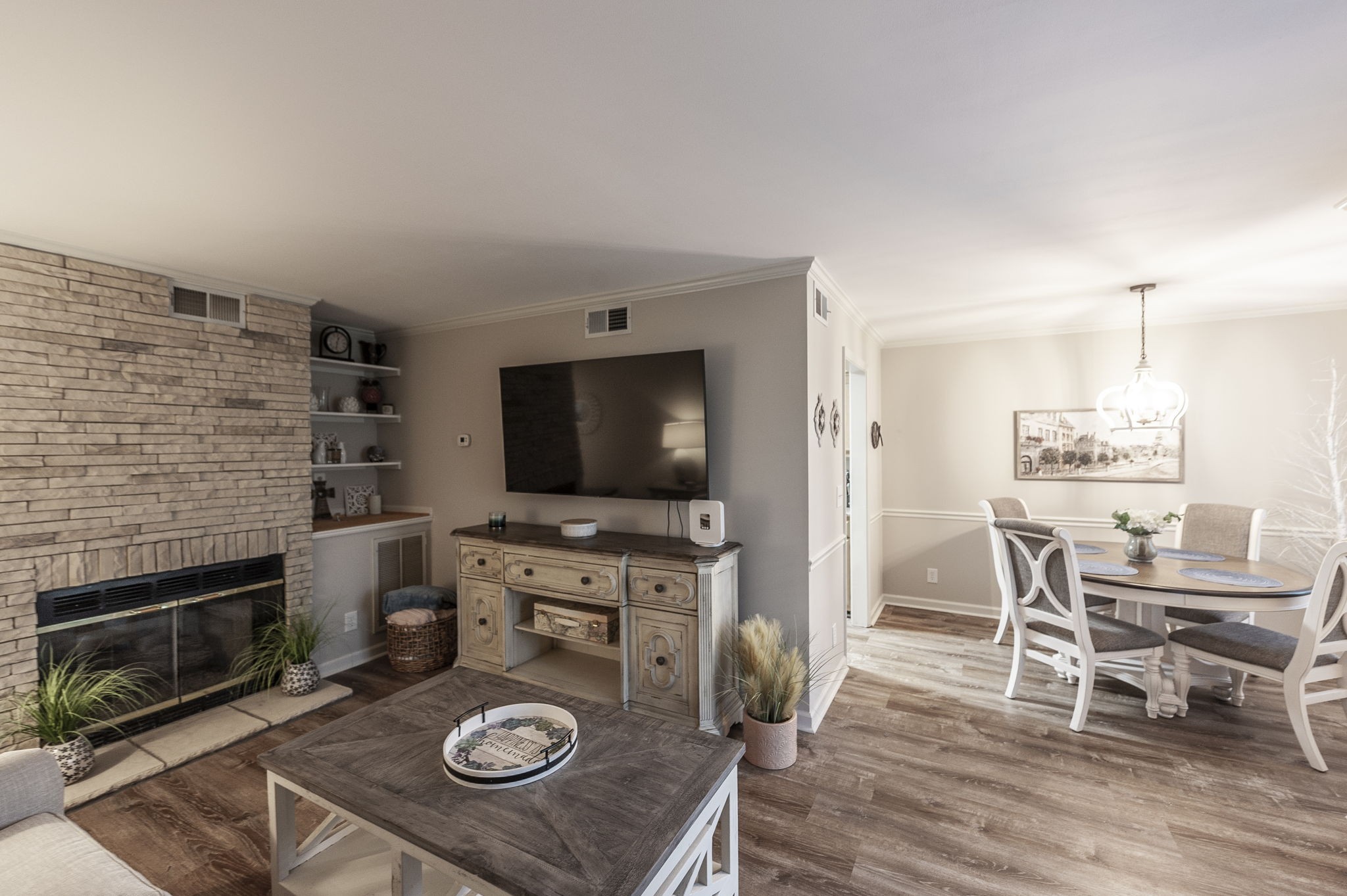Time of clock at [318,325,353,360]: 12:32
